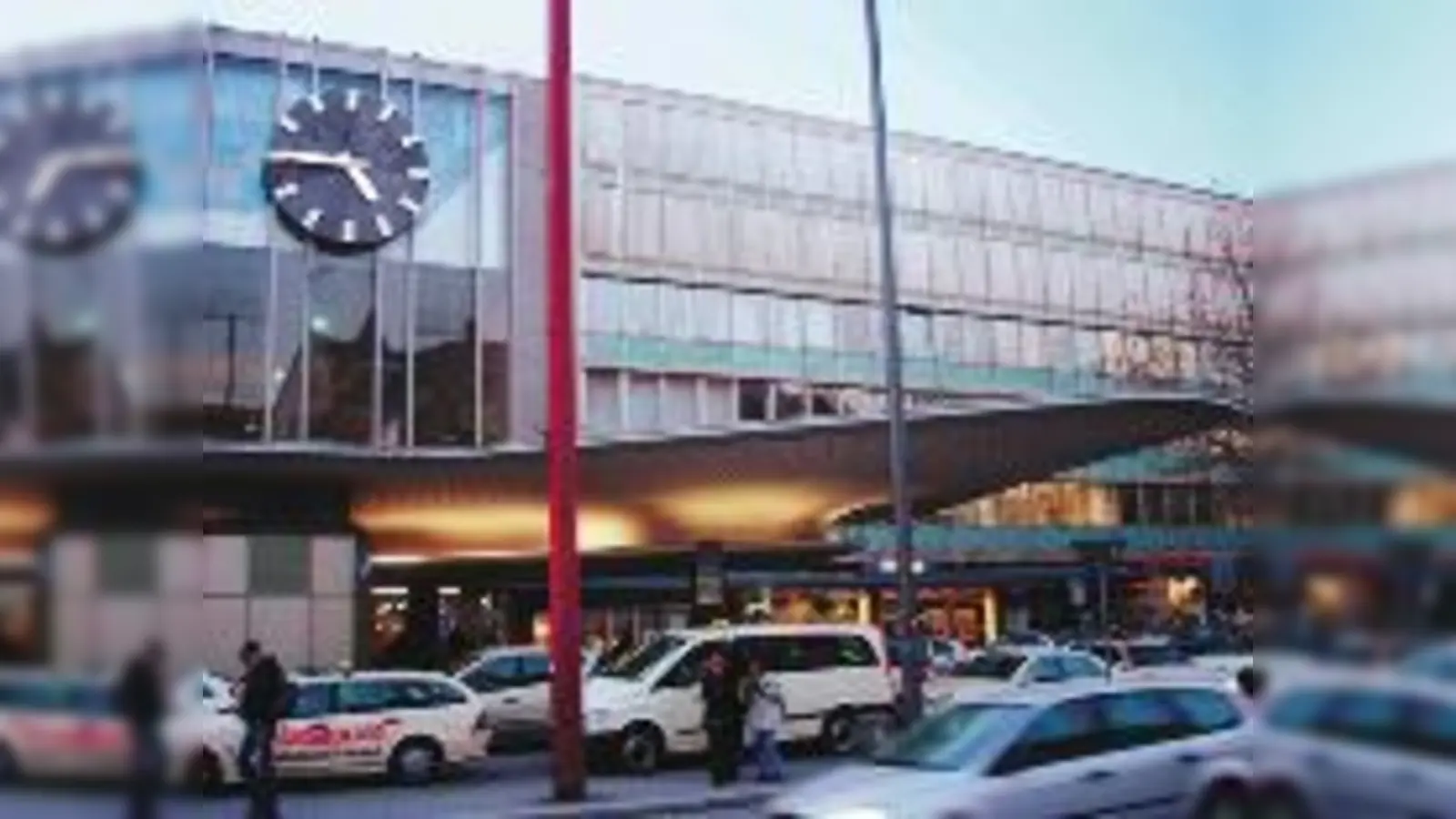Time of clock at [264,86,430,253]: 4:44
